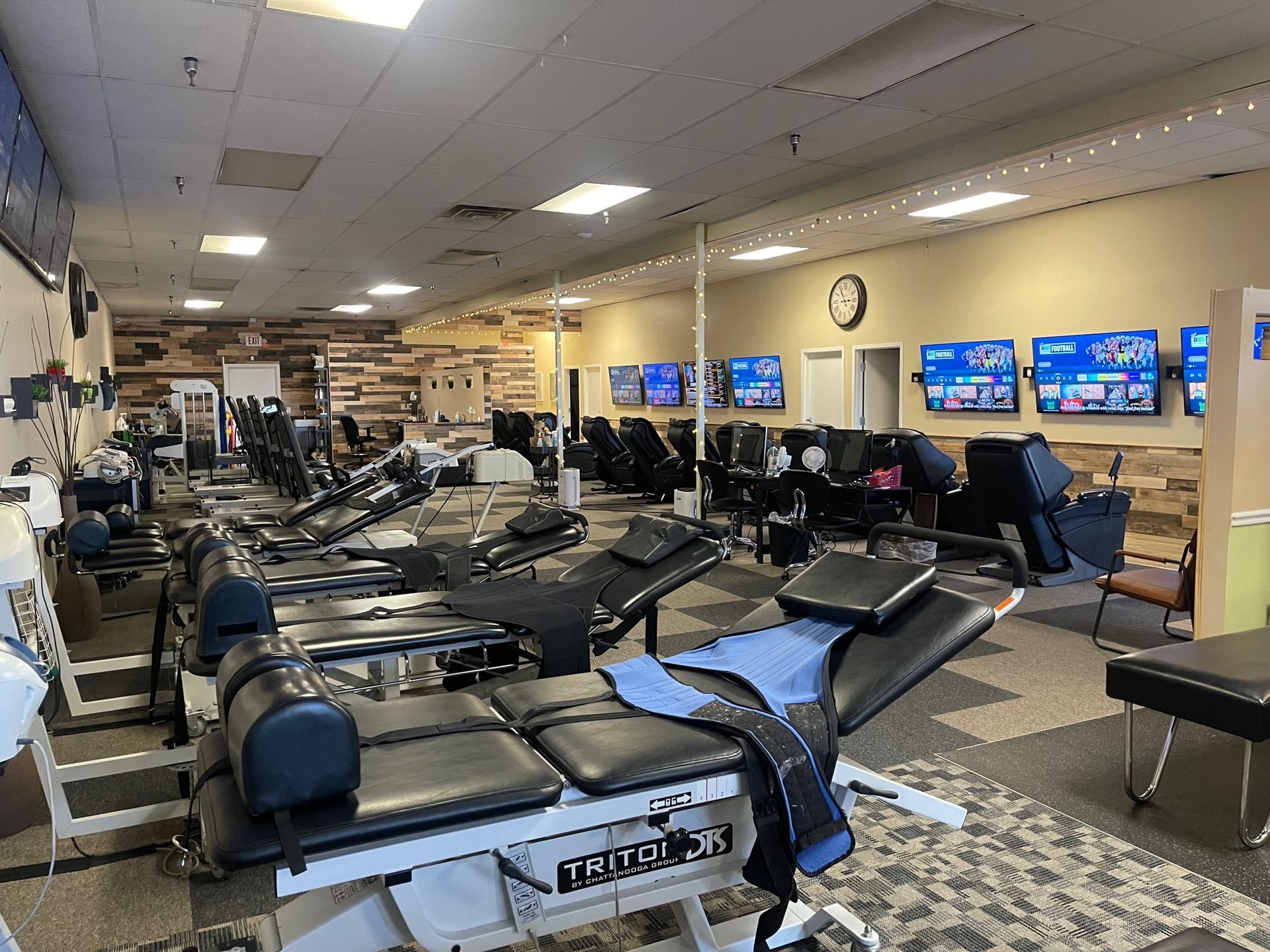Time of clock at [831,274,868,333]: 2:54
